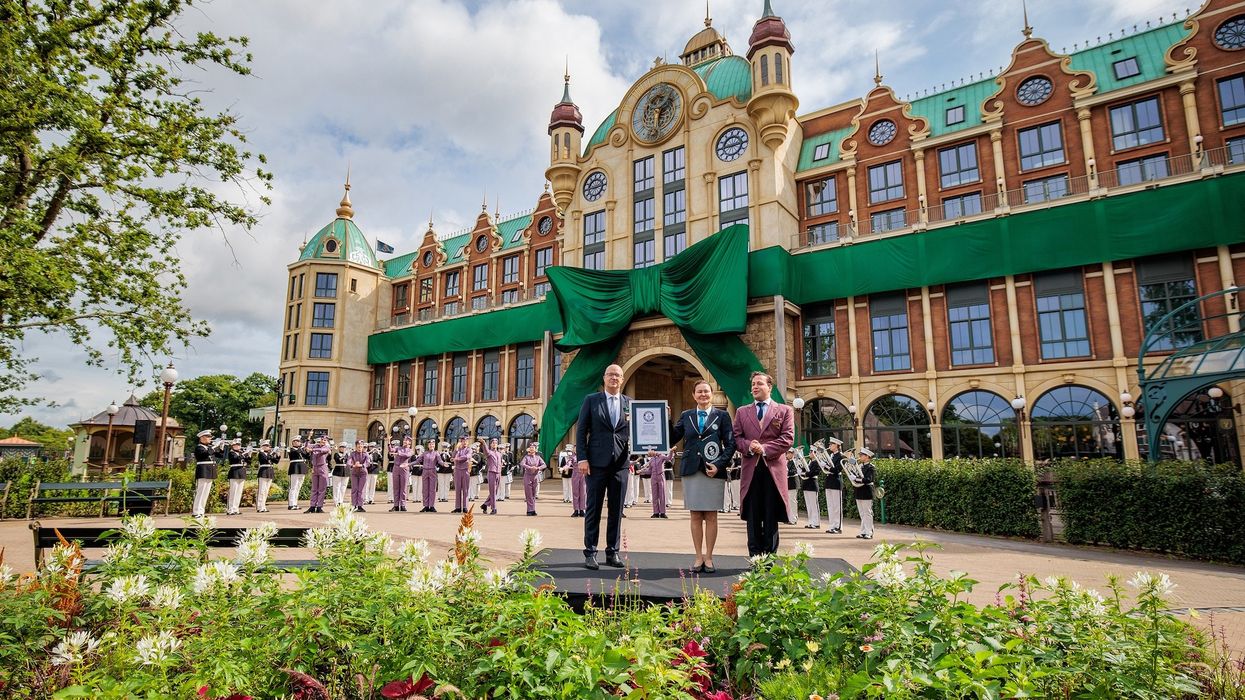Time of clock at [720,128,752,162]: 2:44
